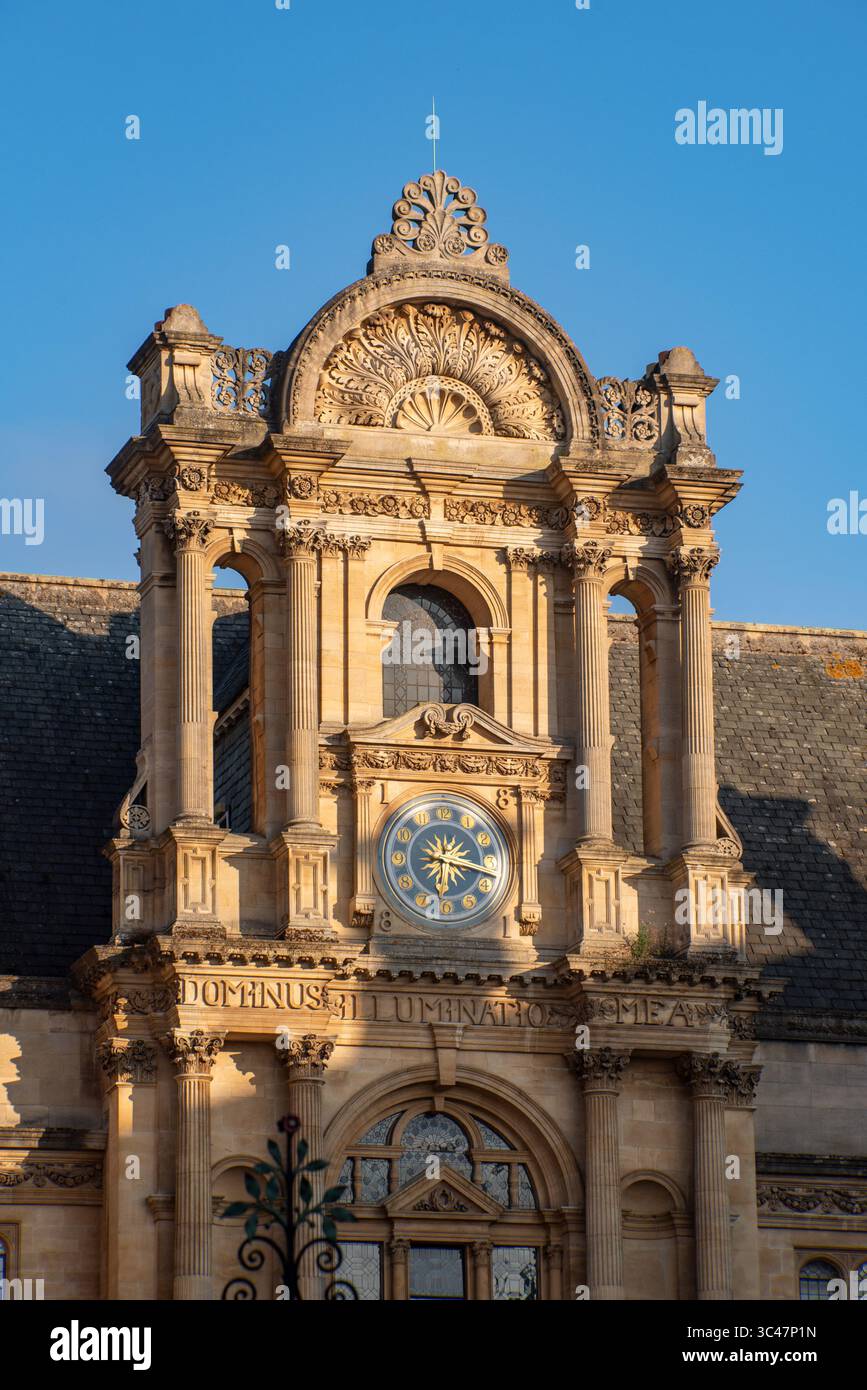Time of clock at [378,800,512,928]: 6:17
